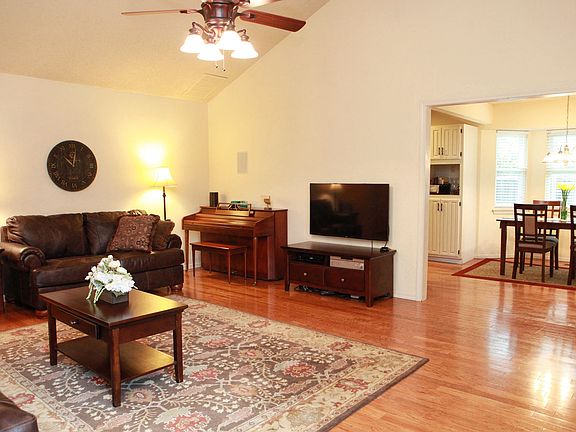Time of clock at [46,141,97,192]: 10:02
